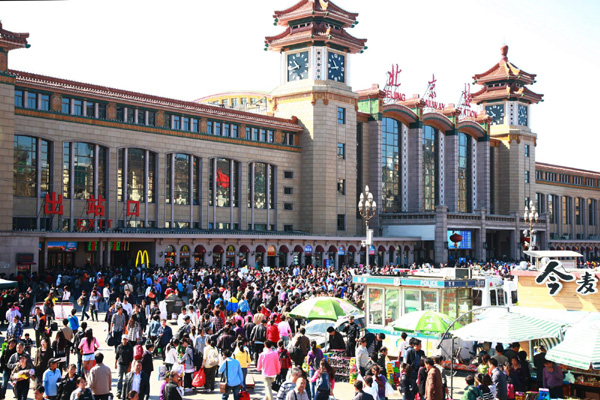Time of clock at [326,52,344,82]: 10:43
